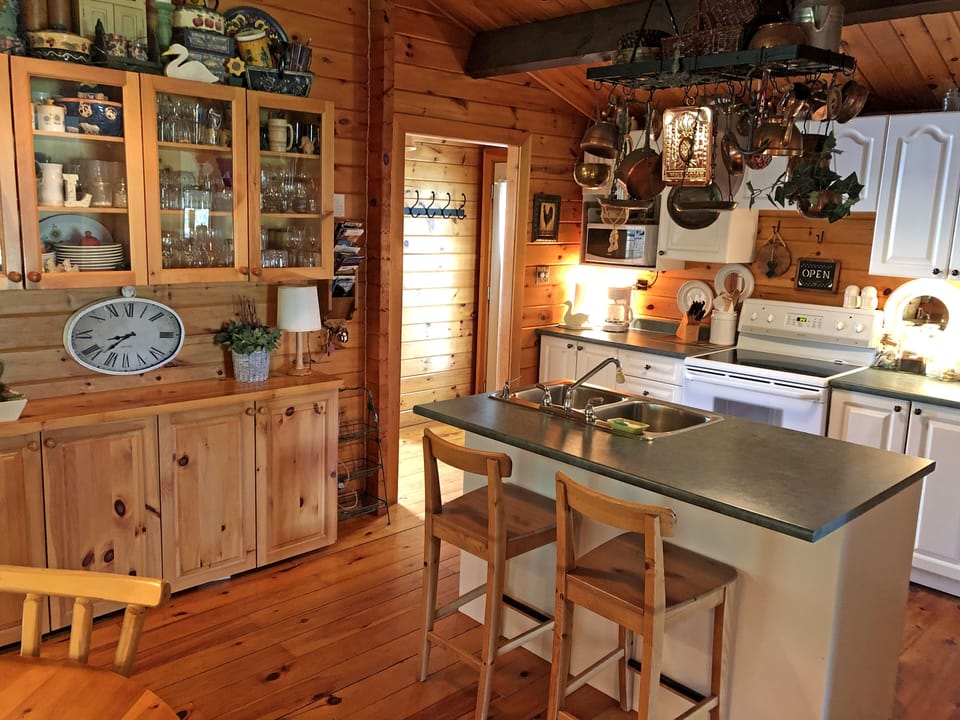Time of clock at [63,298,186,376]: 8:38
